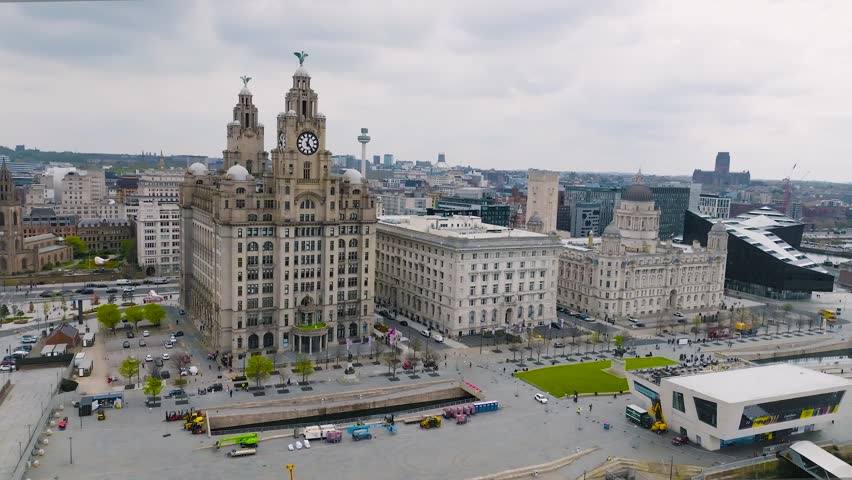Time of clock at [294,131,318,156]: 12:23
